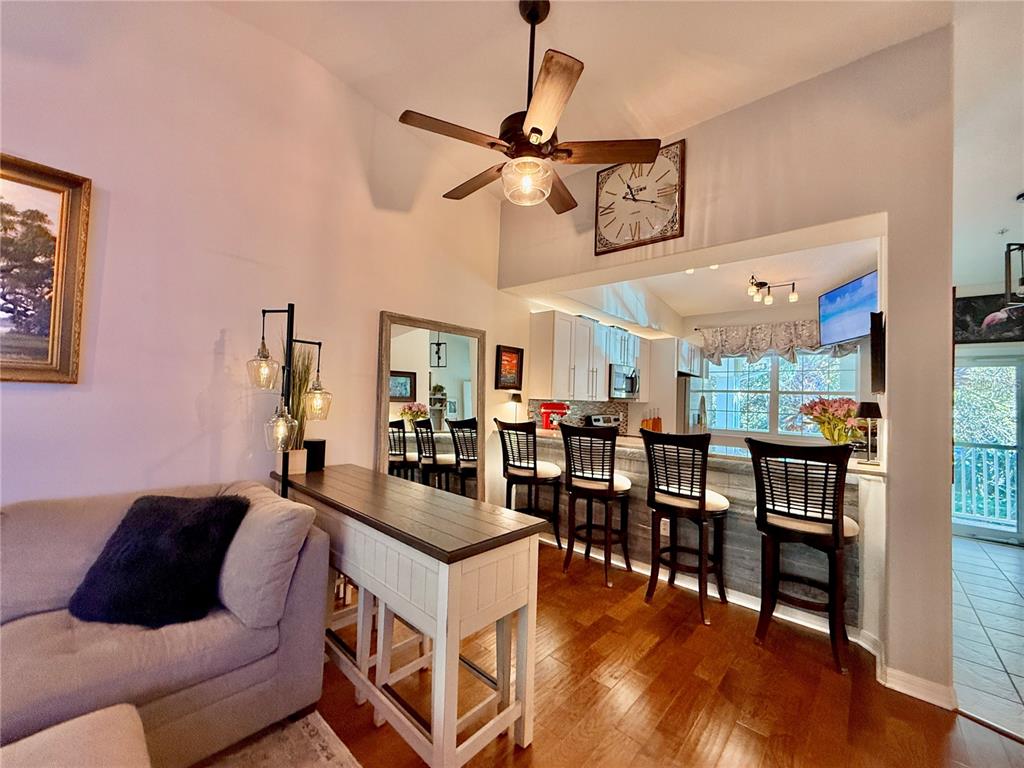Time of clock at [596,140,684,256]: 11:18
